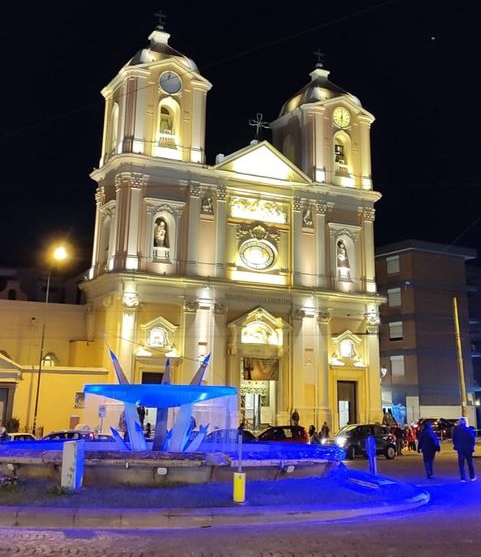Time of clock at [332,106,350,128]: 6:01
